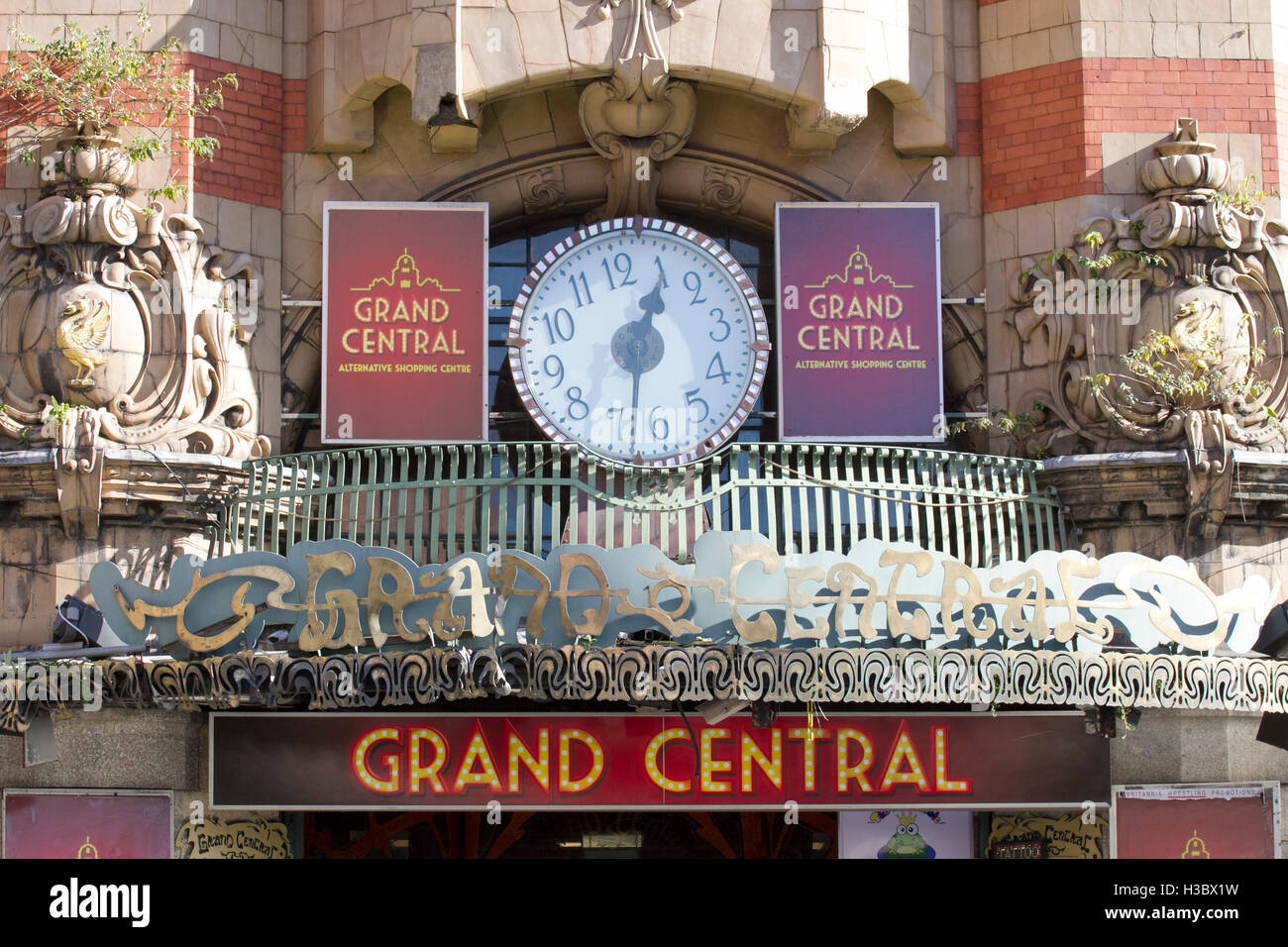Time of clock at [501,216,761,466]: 1:05
